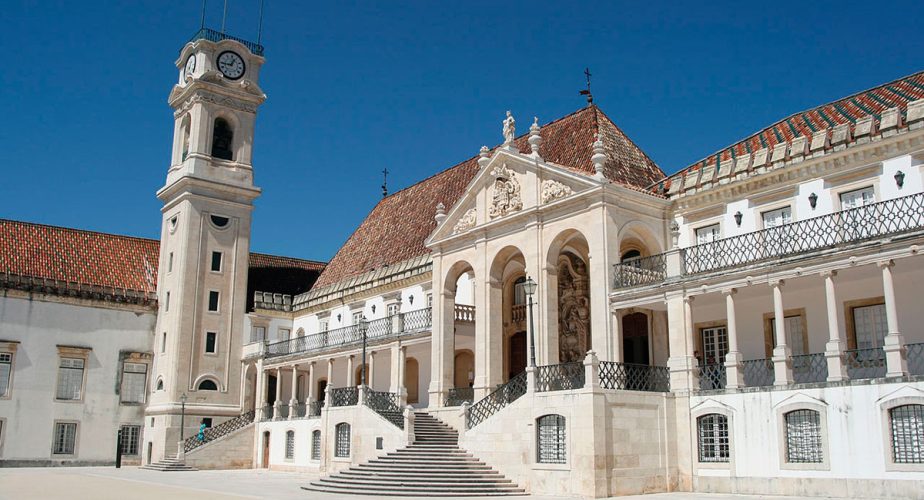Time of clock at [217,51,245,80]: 12:44
